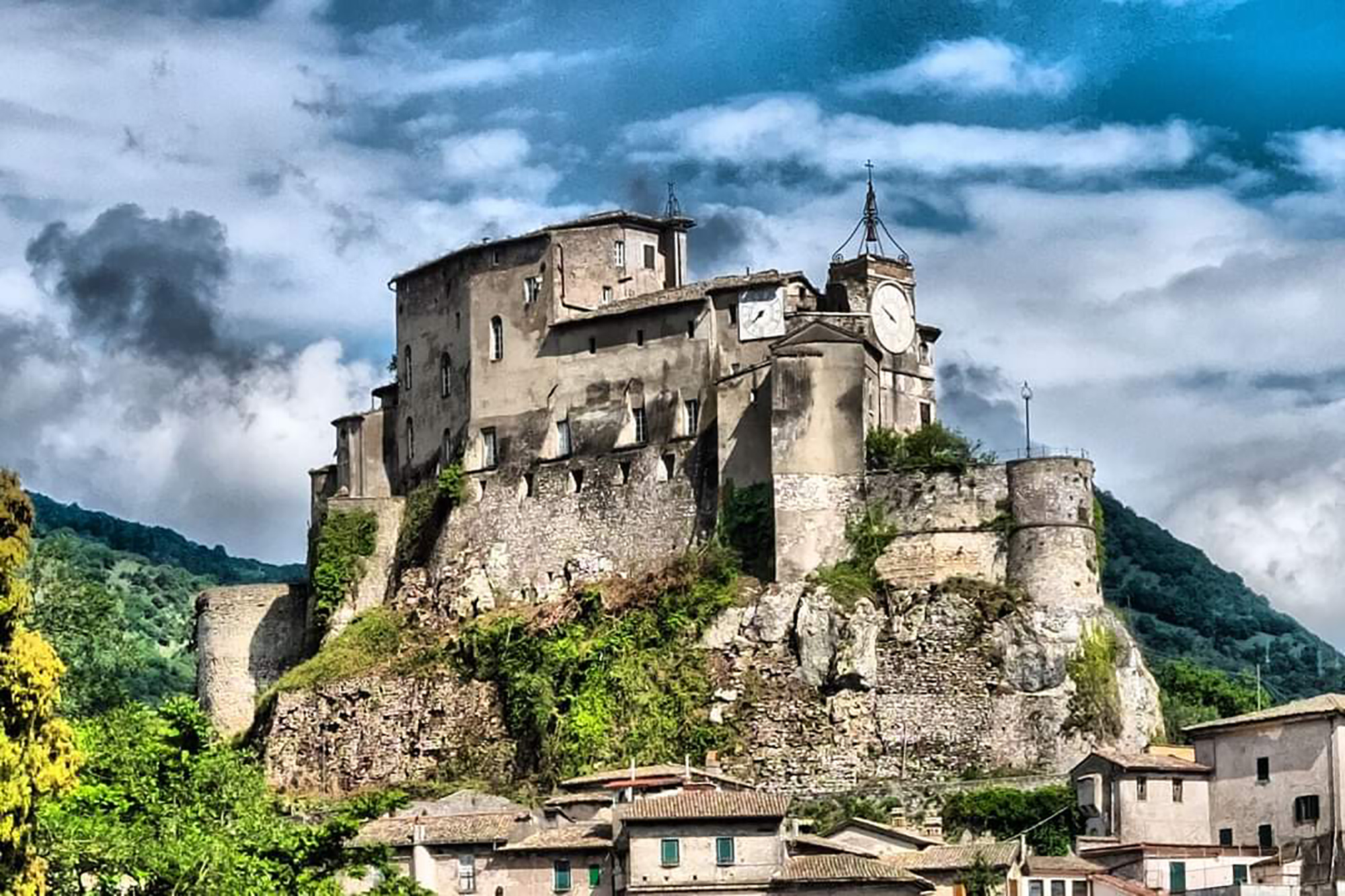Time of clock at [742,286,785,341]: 7:38
